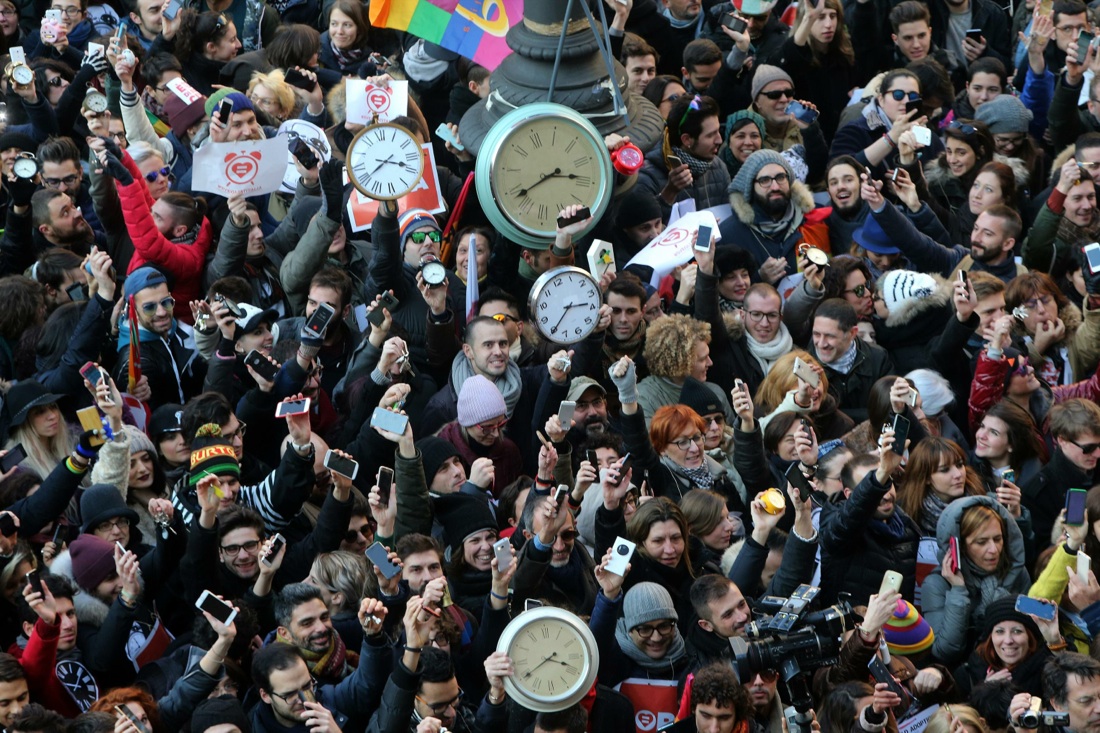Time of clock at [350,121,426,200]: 3:39
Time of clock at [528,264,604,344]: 3:39
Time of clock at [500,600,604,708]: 3:39
